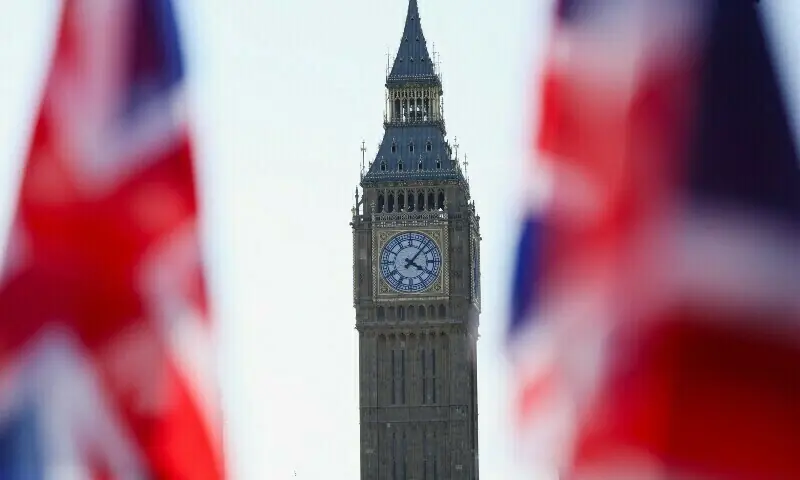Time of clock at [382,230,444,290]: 4:07
